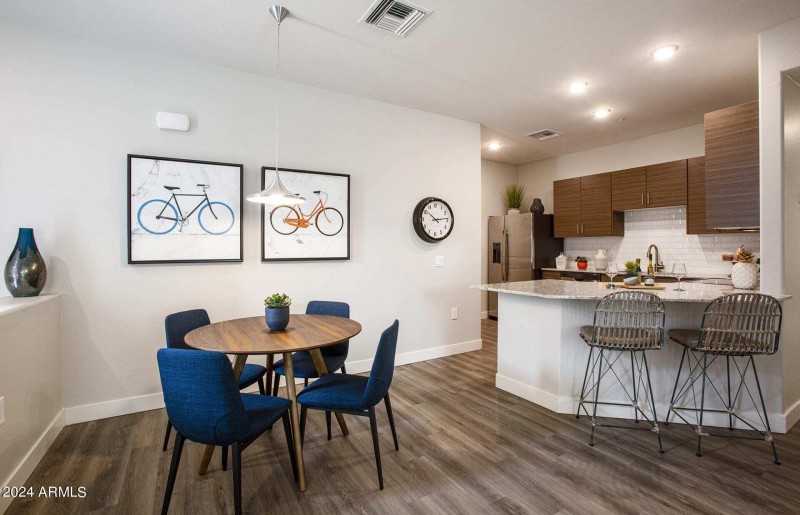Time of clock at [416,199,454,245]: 10:13
